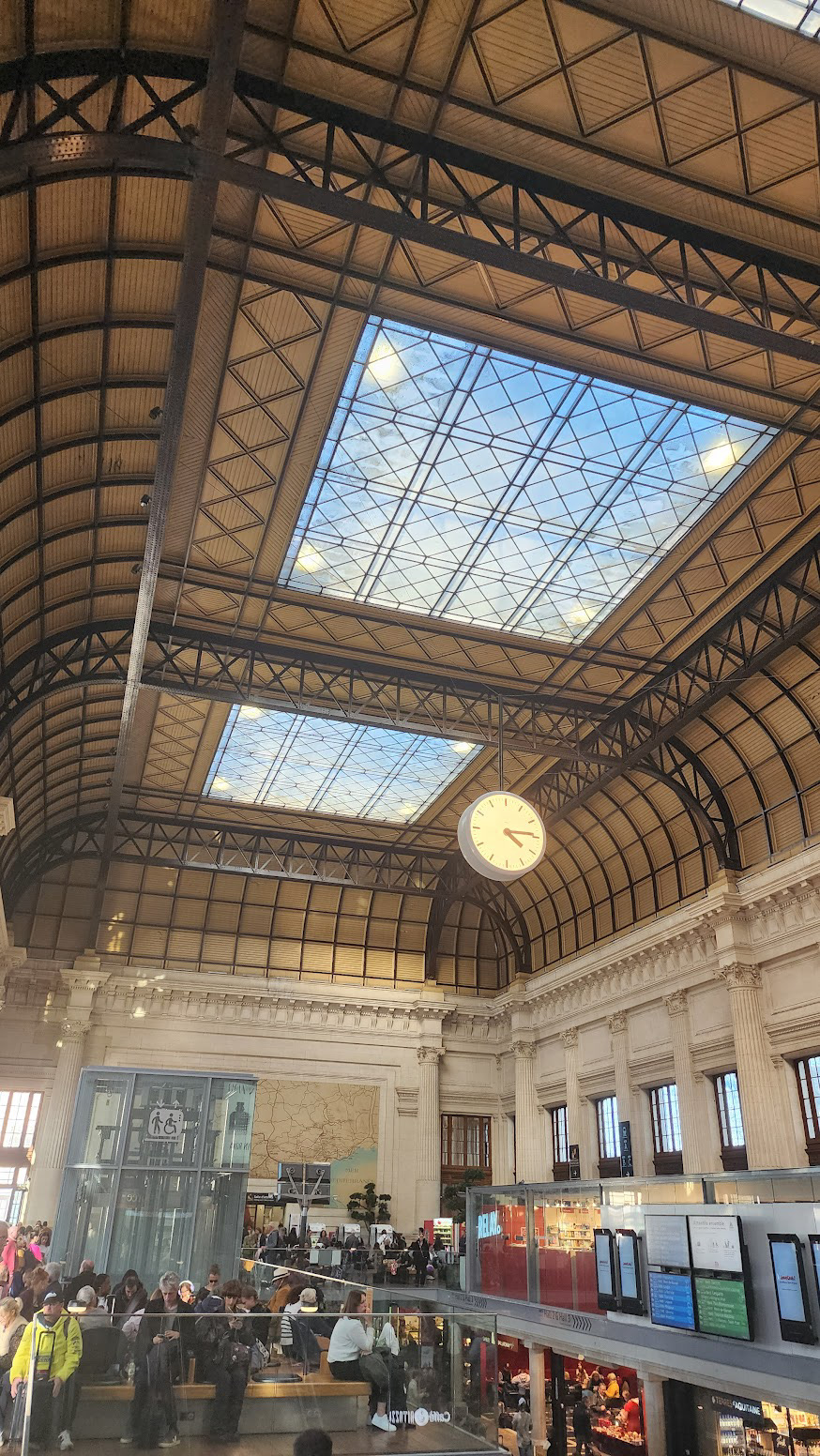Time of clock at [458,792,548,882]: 4:14
